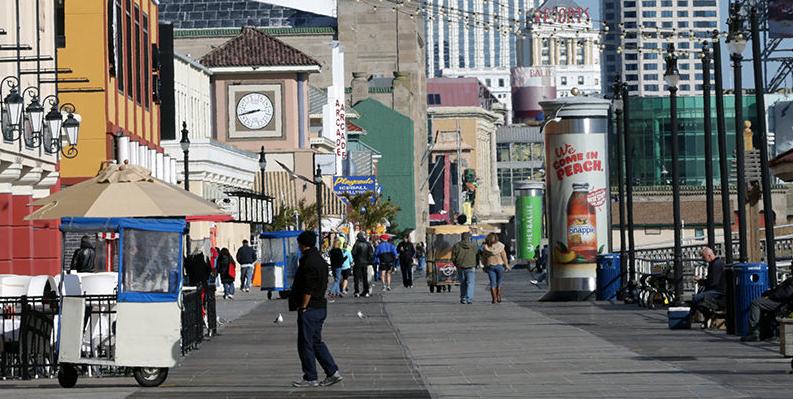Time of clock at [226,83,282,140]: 8:44
